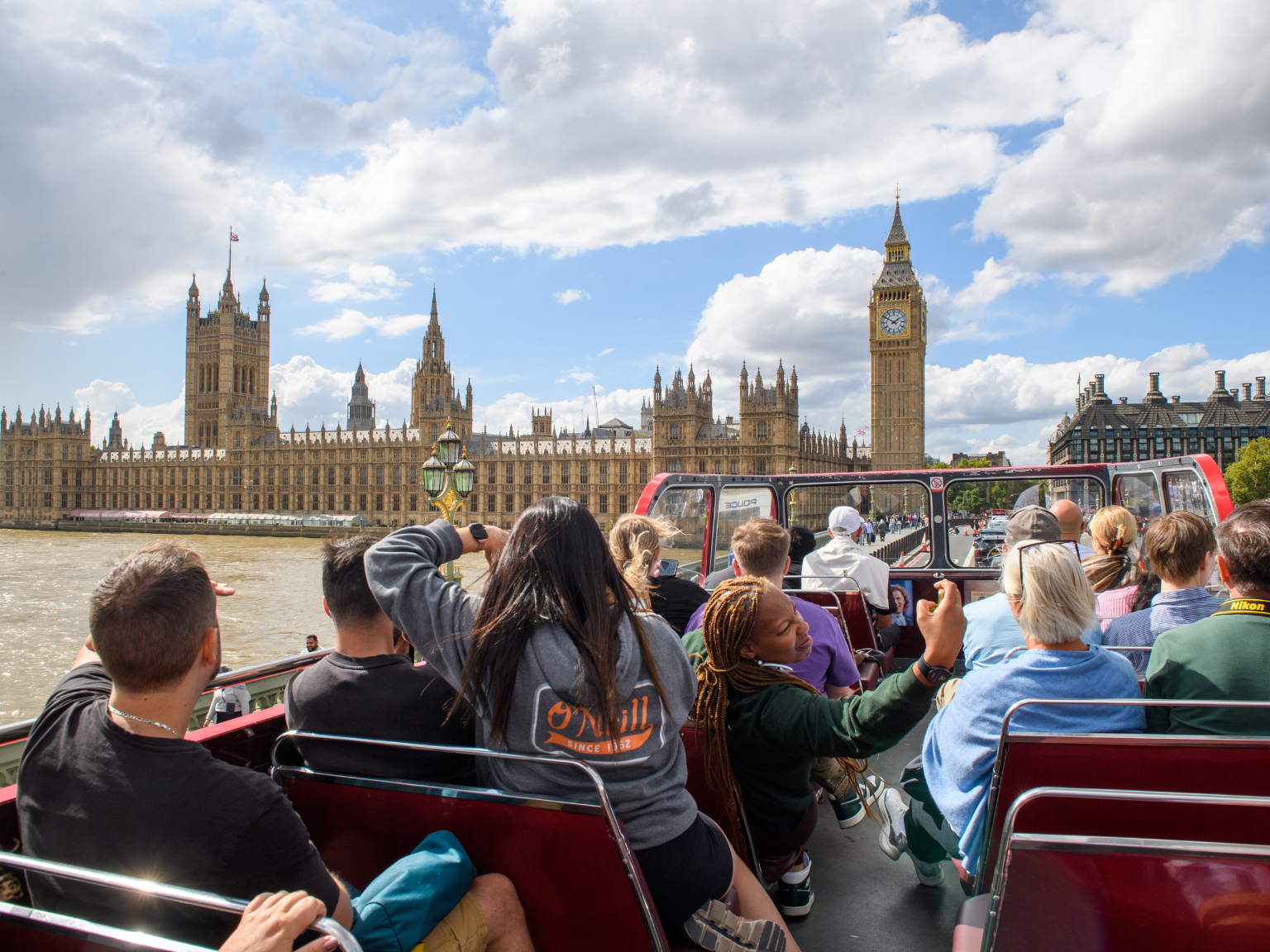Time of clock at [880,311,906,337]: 1:50
